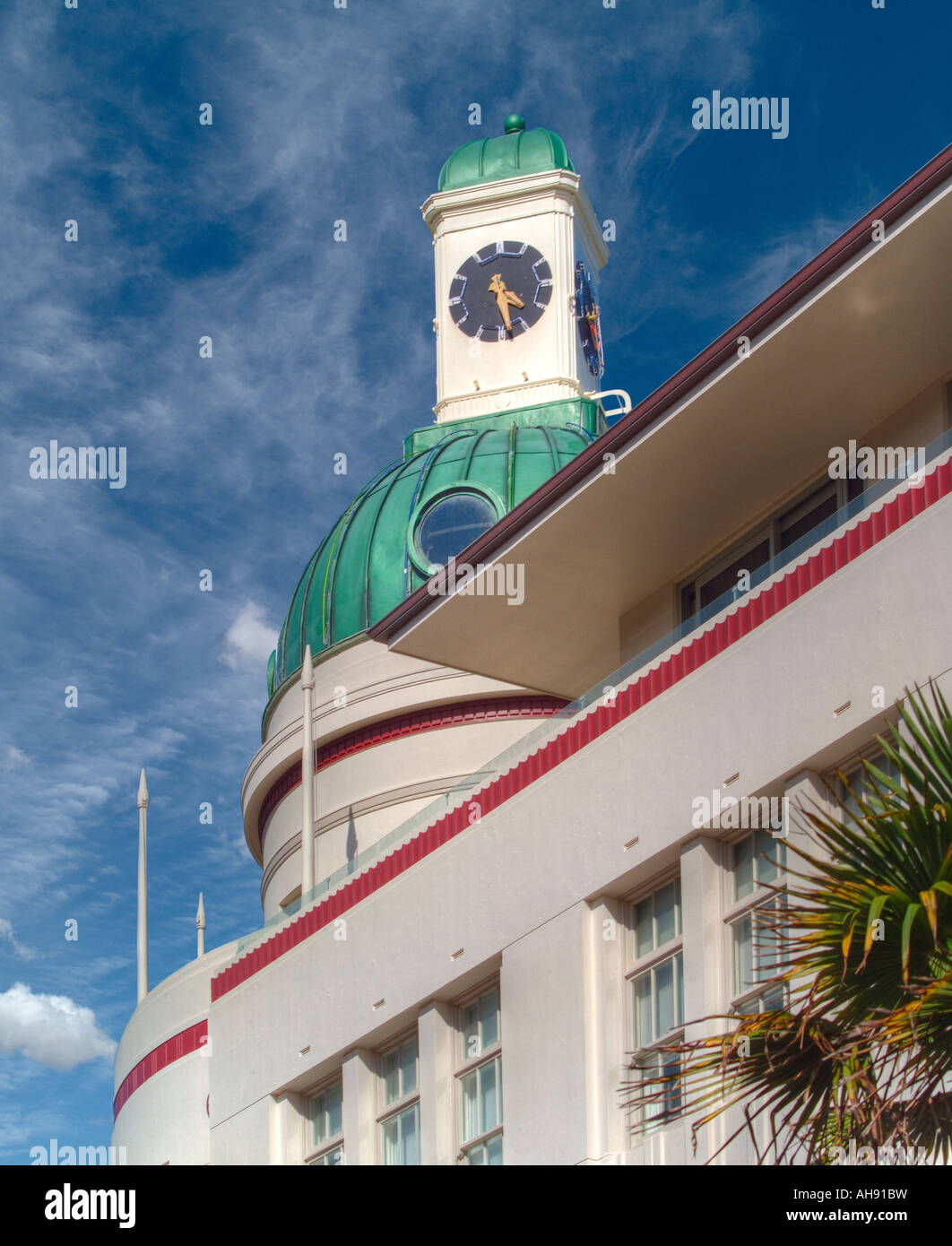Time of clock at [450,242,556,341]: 4:28
